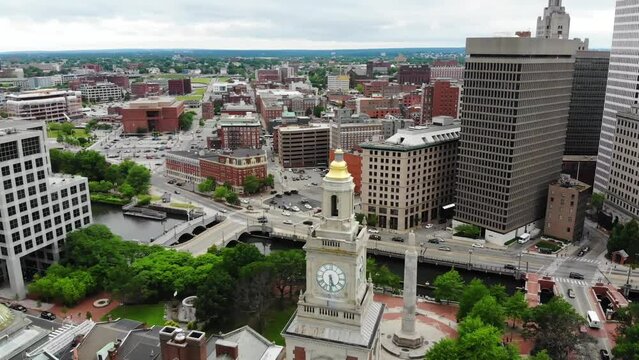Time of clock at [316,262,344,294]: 5:30
